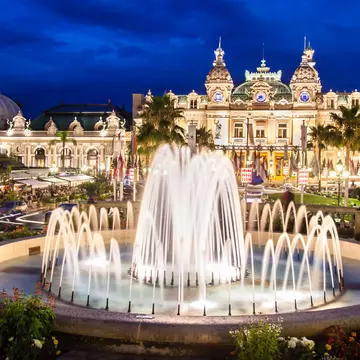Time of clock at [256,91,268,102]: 8:38
